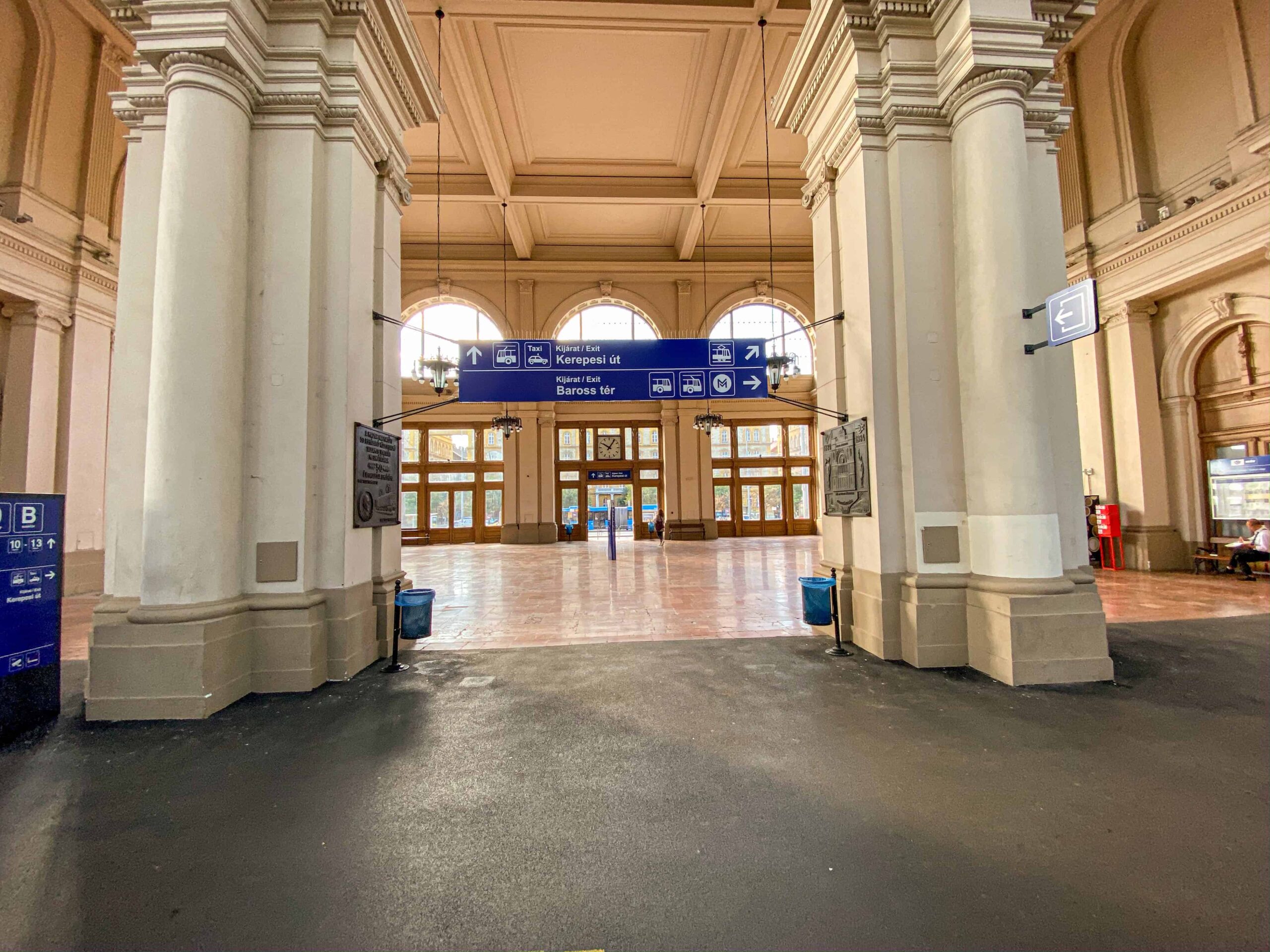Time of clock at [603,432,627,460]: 10:05
